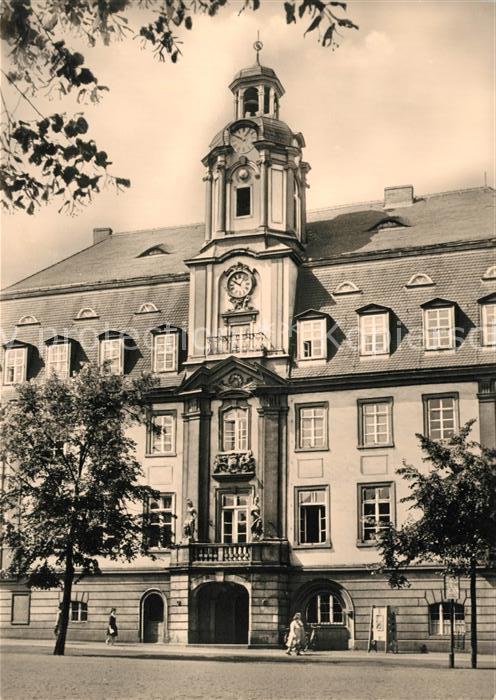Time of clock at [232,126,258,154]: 12:49
